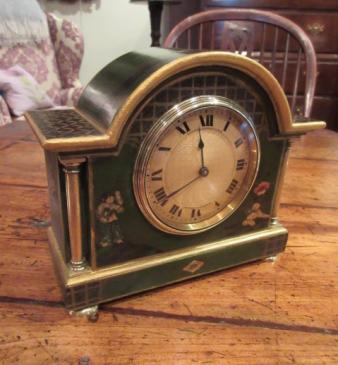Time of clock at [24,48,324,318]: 11:38
